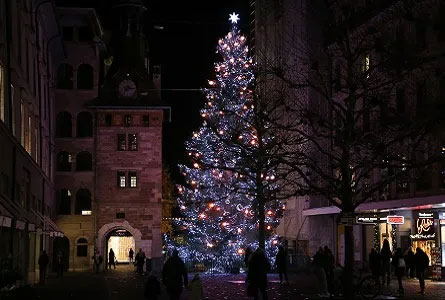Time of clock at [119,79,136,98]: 7:15
